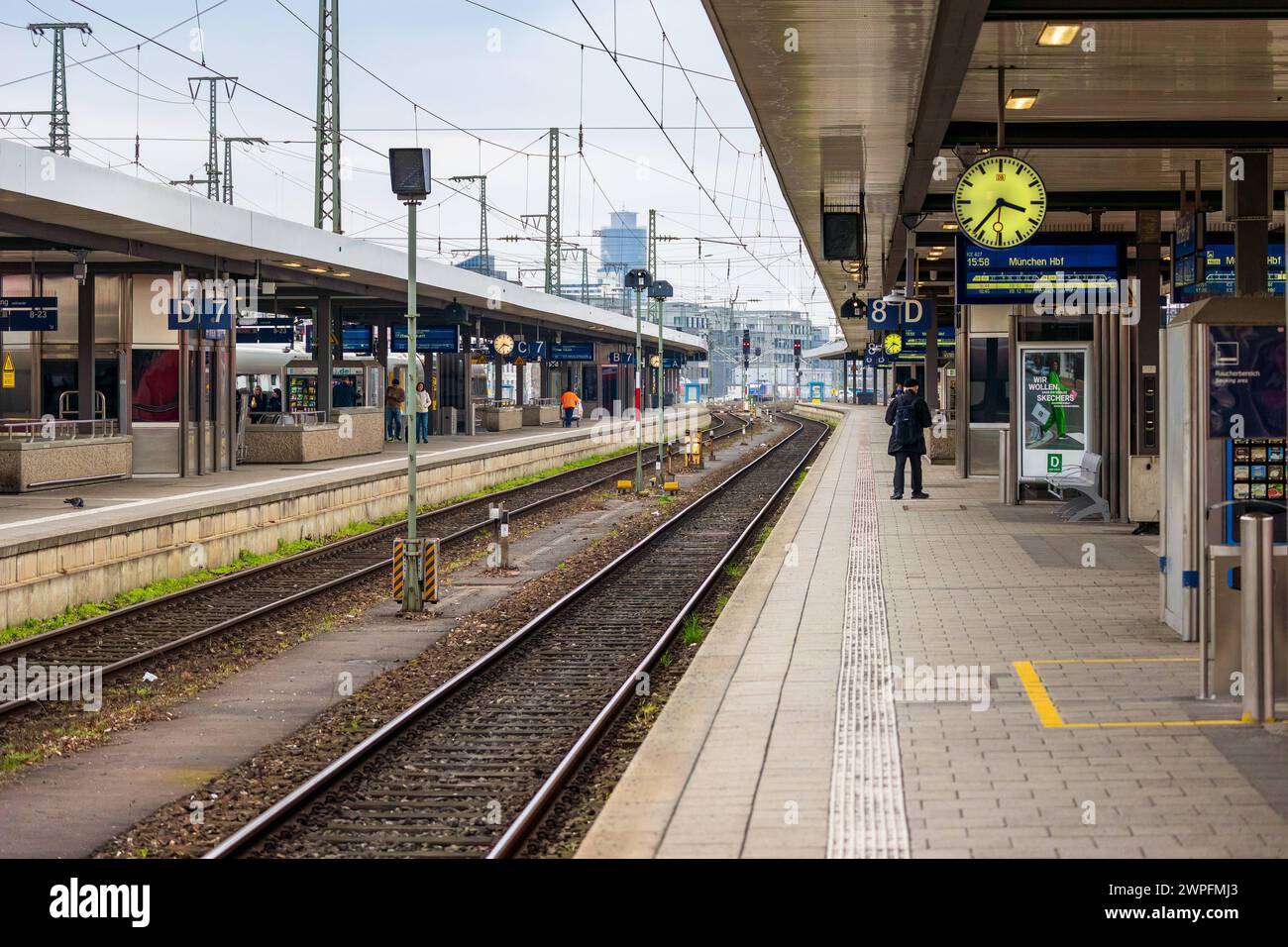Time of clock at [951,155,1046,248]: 3:36
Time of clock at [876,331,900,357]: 3:37
